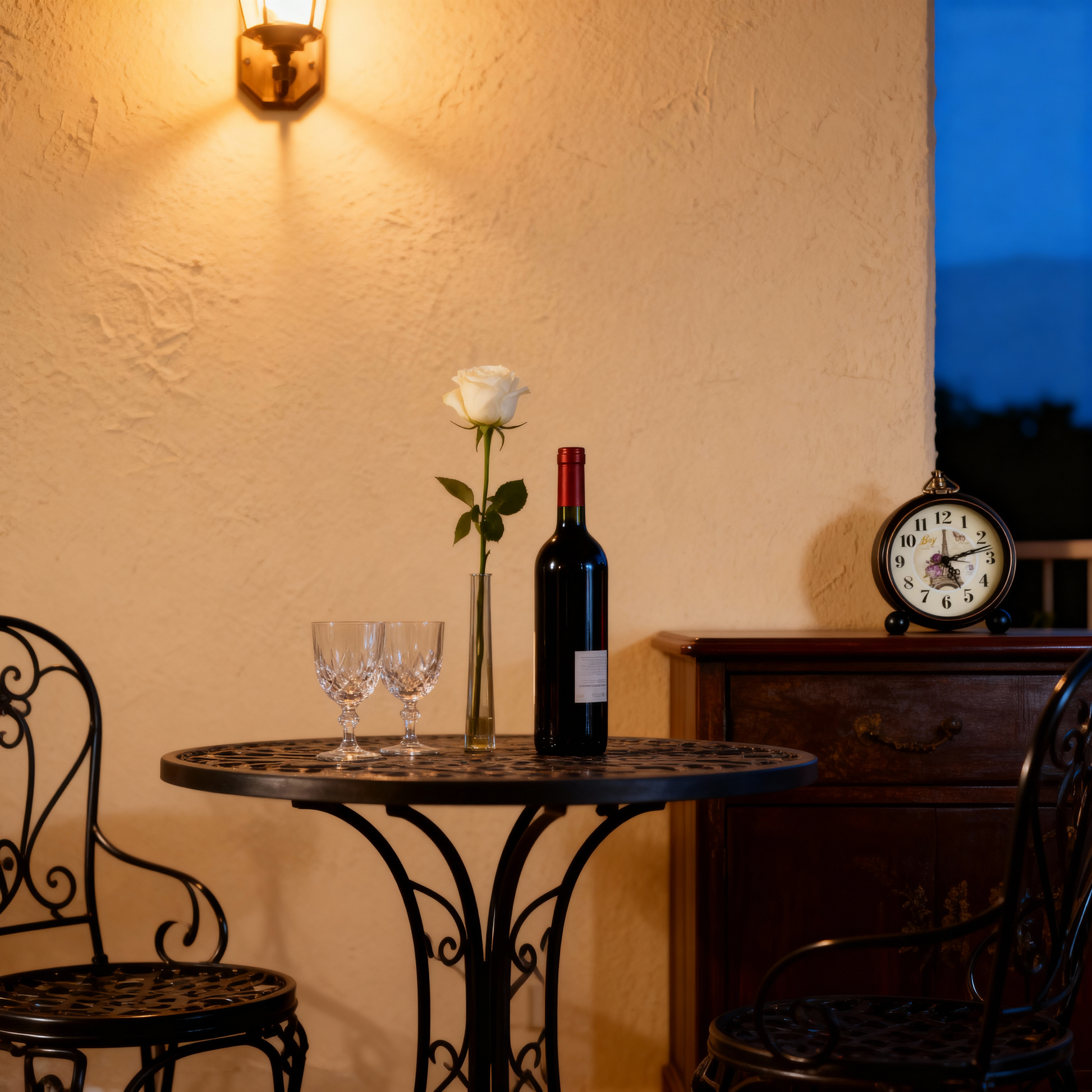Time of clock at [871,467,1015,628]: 5:12
